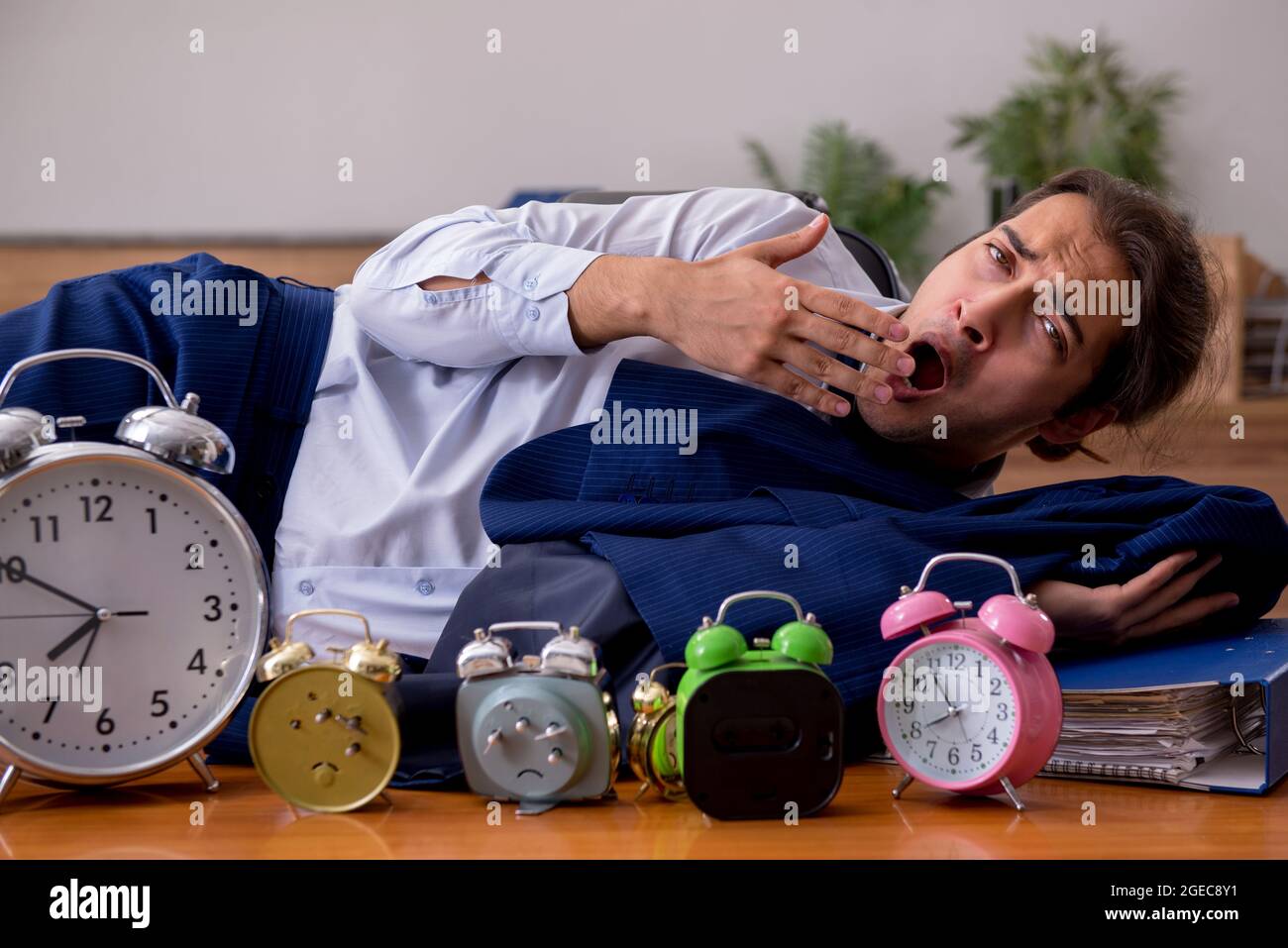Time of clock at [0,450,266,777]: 7:49
